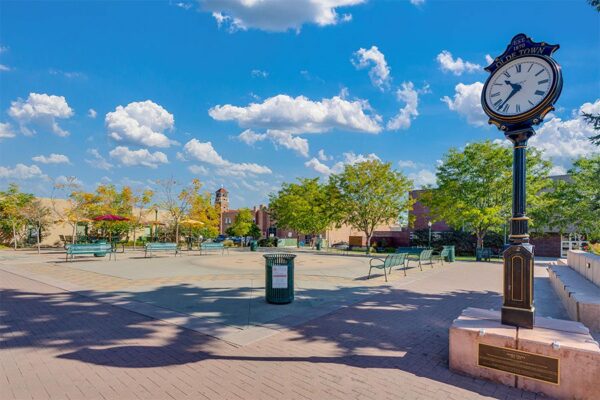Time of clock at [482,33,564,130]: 10:37
